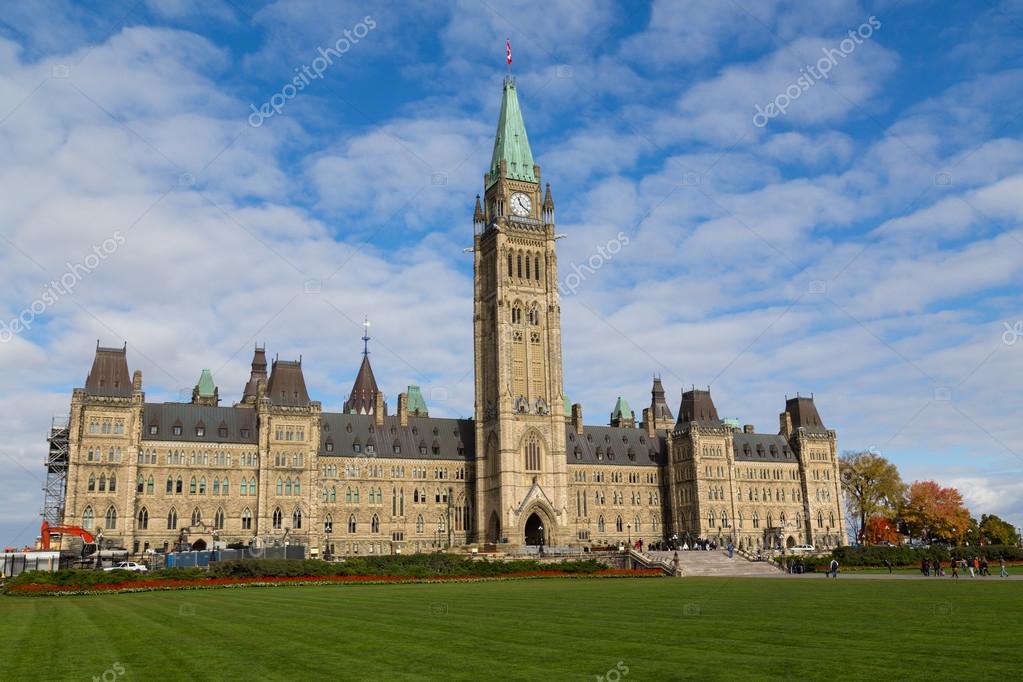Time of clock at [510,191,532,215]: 11:21
